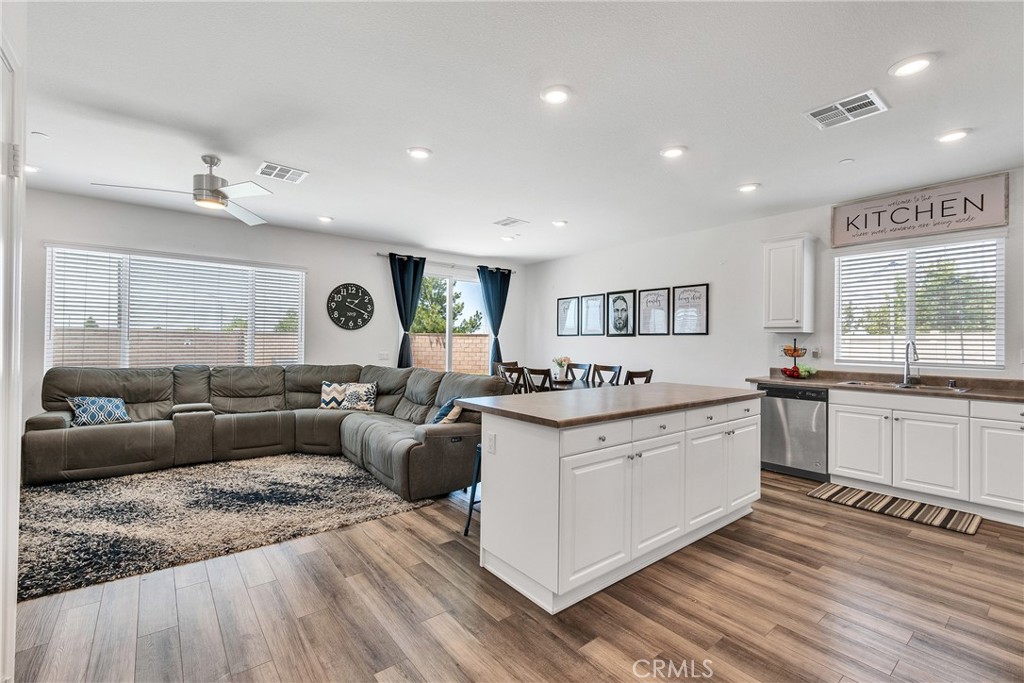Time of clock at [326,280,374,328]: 1:18
